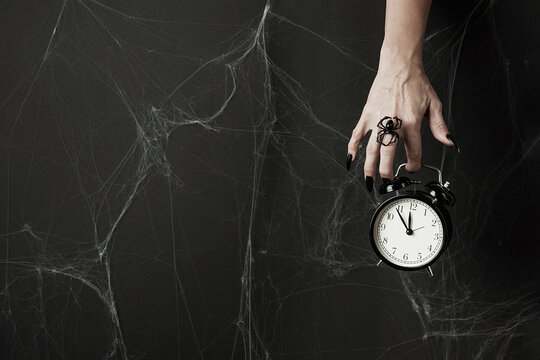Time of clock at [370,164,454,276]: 11:53
